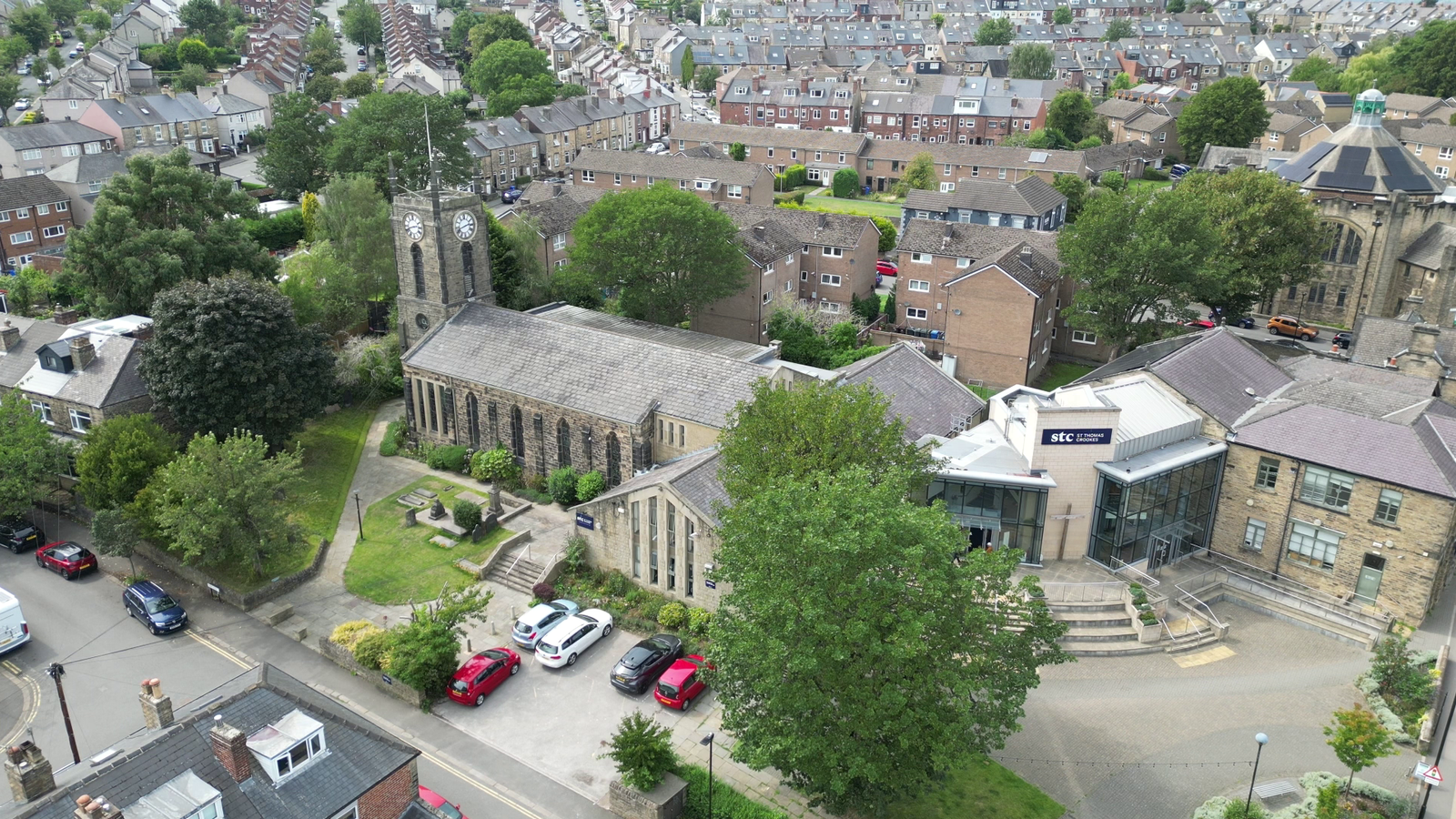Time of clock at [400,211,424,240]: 2:41
